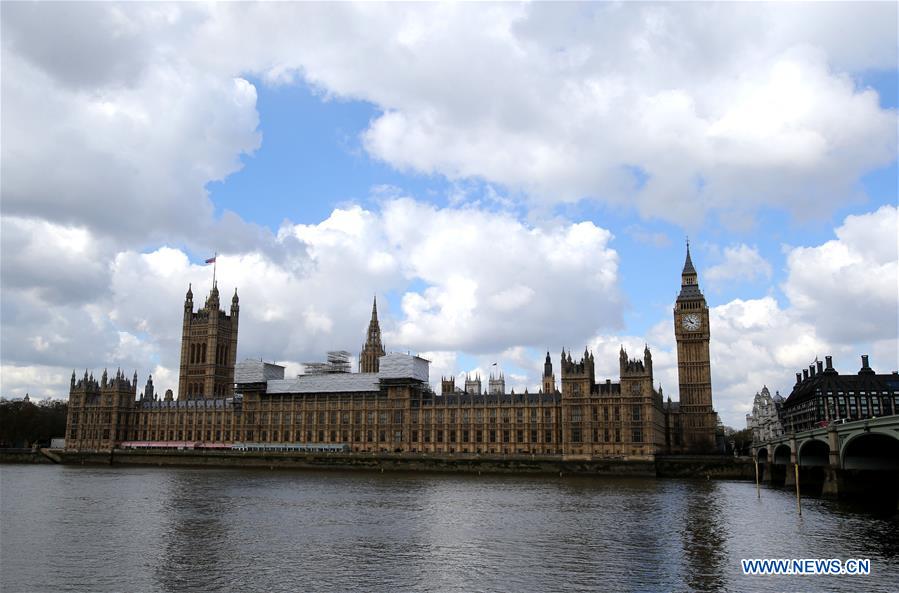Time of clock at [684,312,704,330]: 10:48
